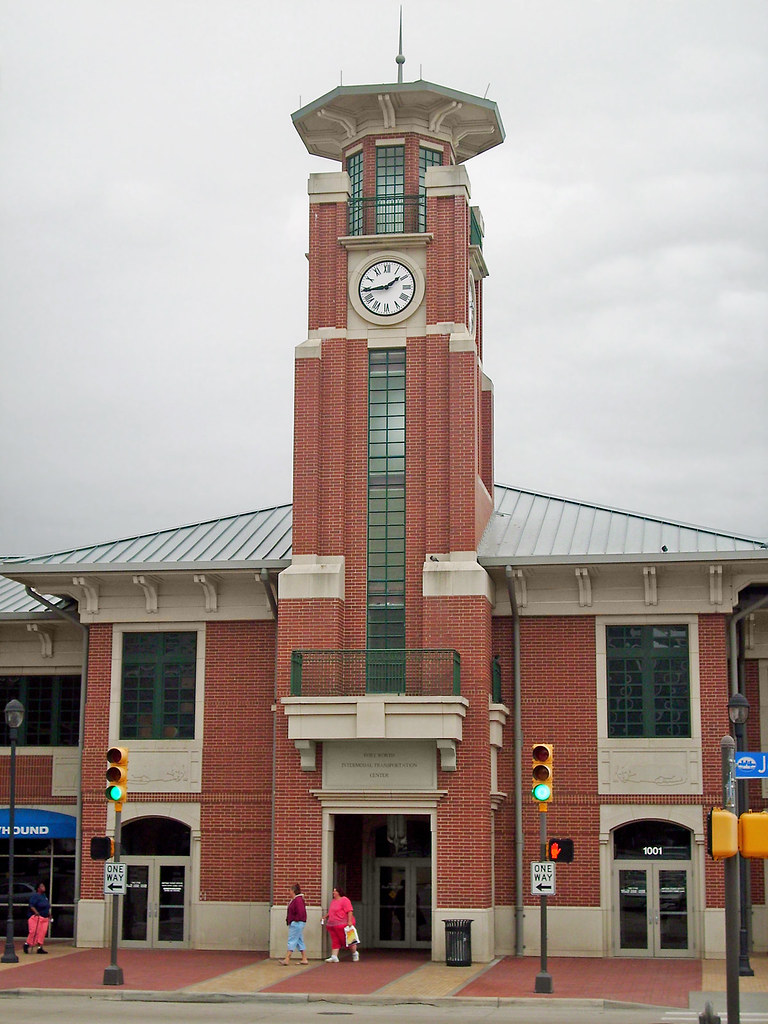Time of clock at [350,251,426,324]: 1:44
